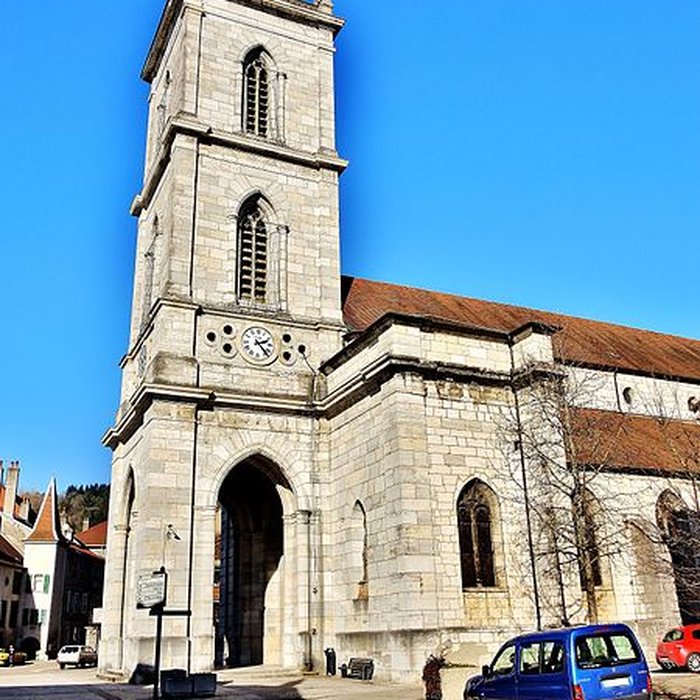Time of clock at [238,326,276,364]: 2:23
